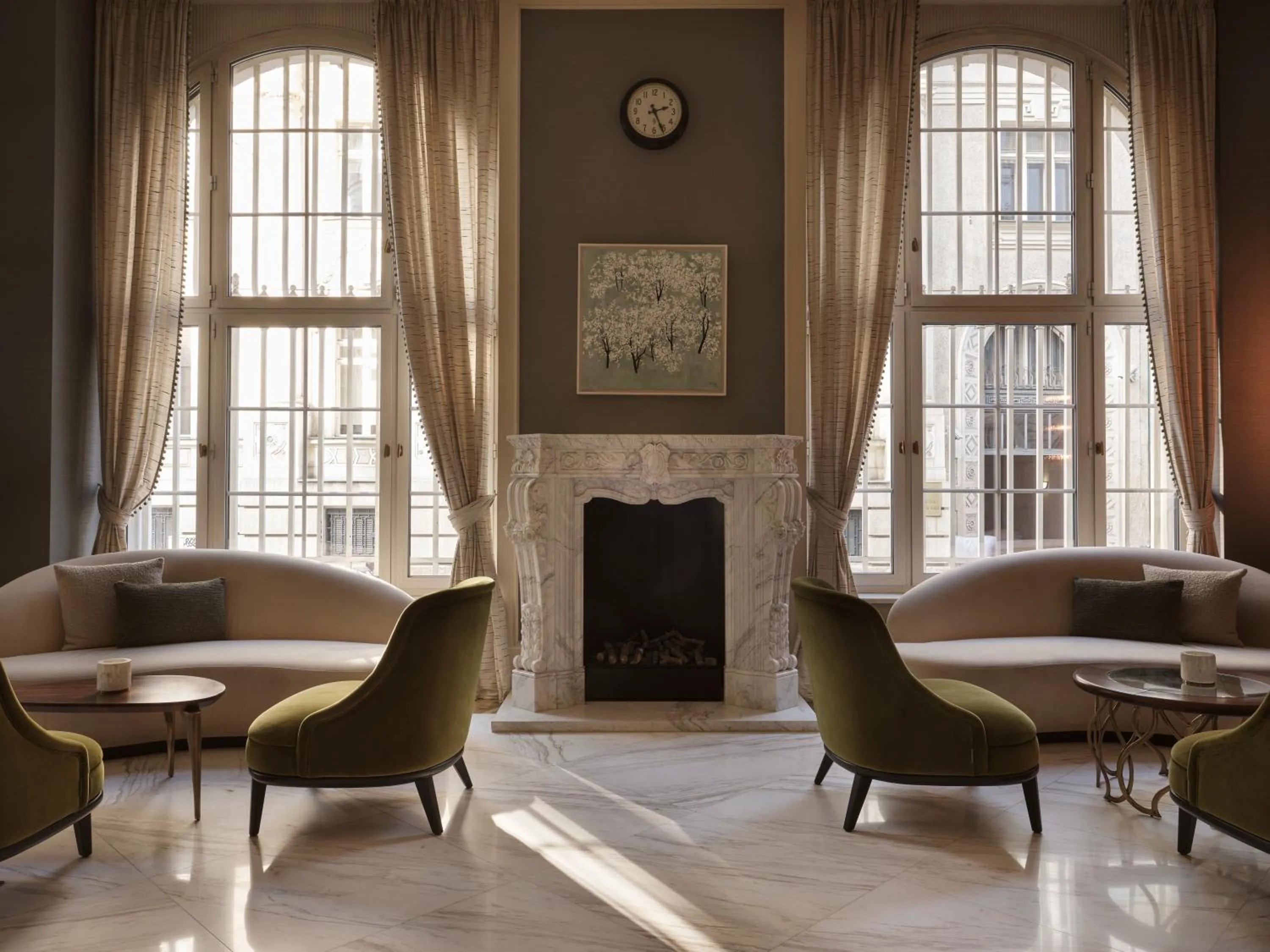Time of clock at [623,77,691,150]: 2:25
